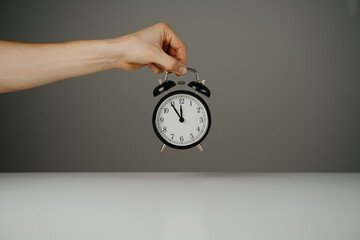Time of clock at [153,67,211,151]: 11:54
